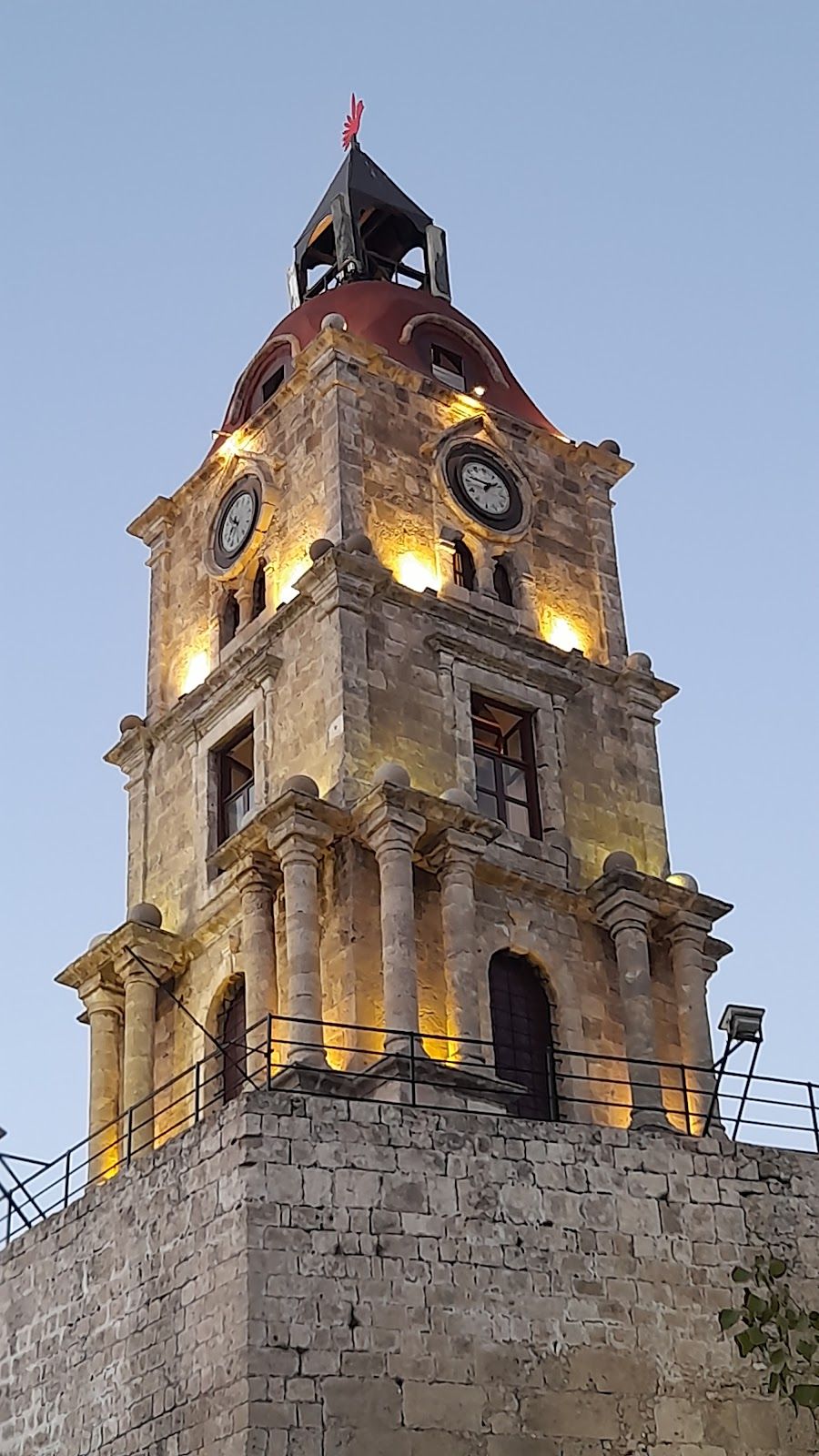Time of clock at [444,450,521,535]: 1:46
